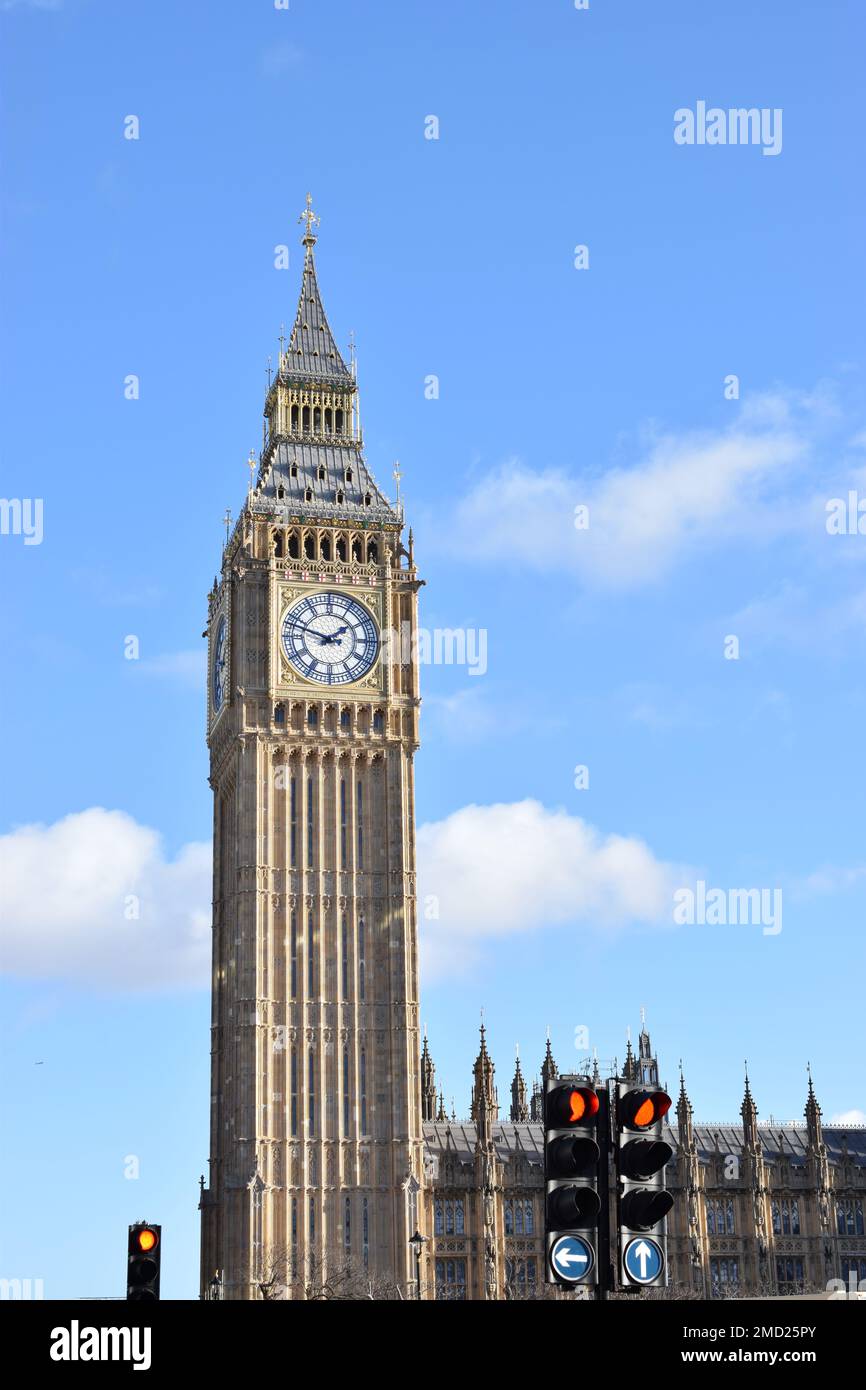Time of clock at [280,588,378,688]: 1:47
